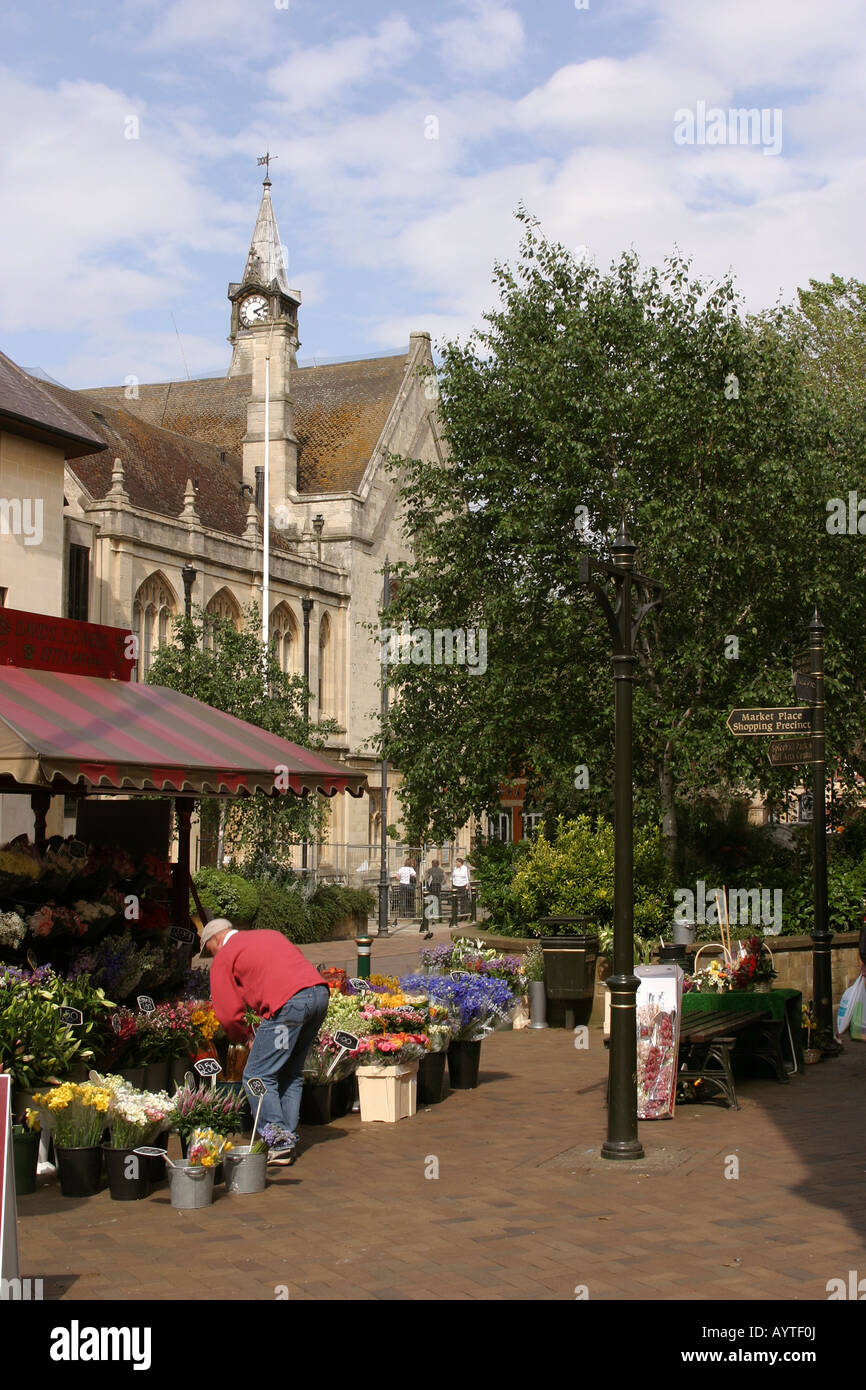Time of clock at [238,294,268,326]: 4:11
